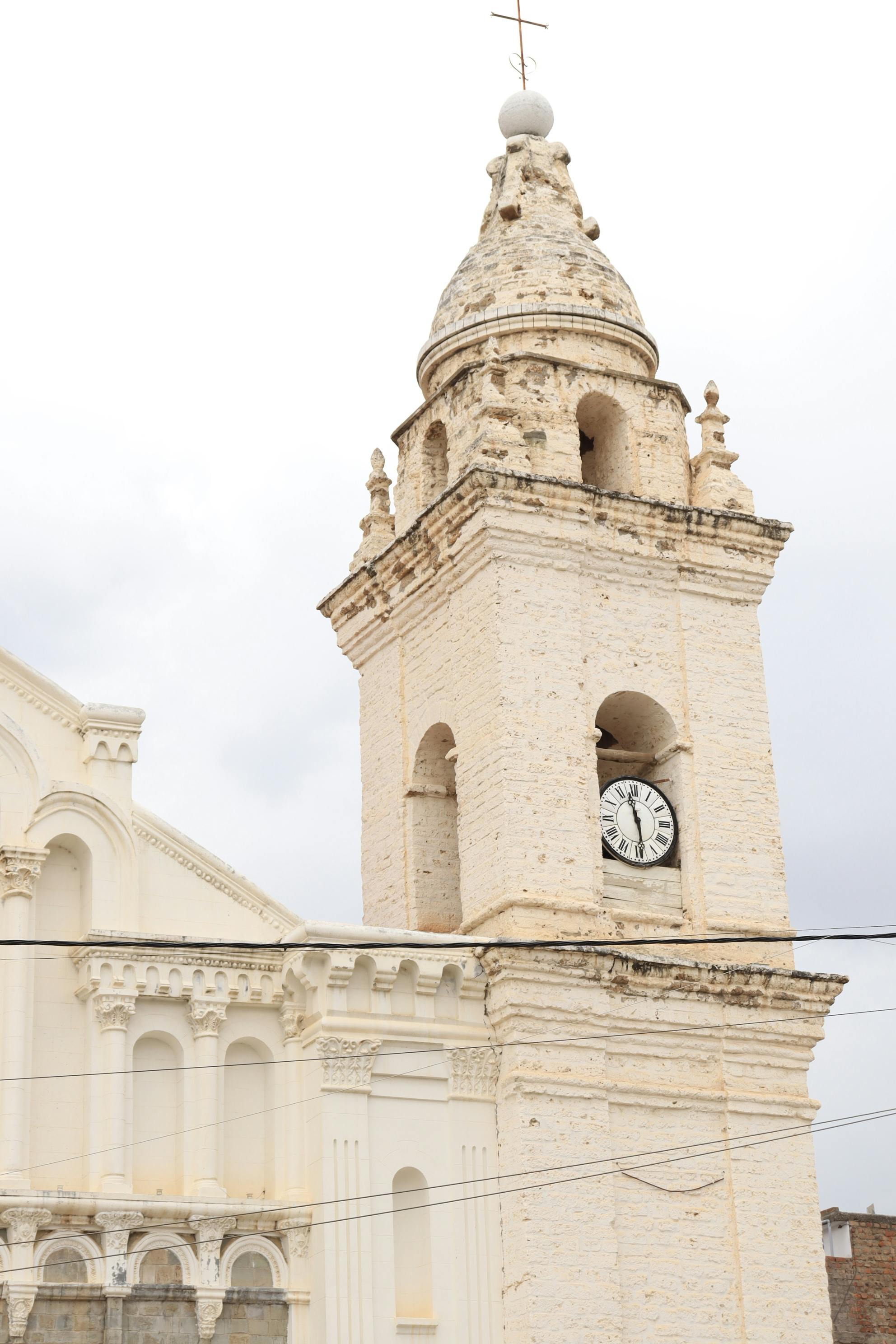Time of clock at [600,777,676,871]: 11:29
